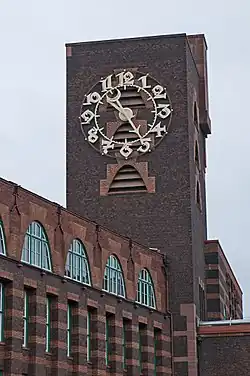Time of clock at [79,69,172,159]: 10:24
